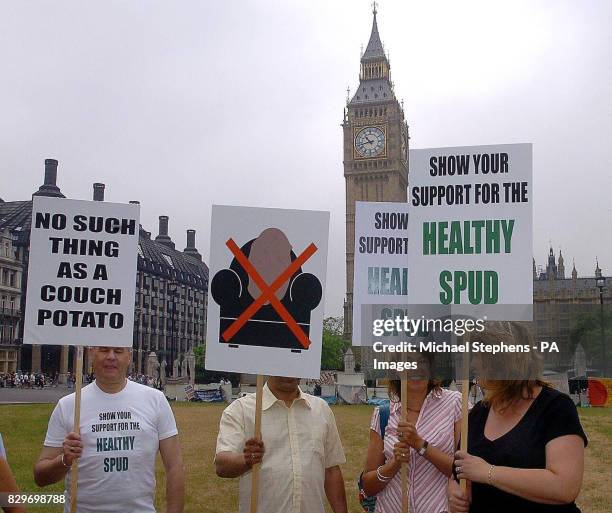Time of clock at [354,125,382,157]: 10:43
